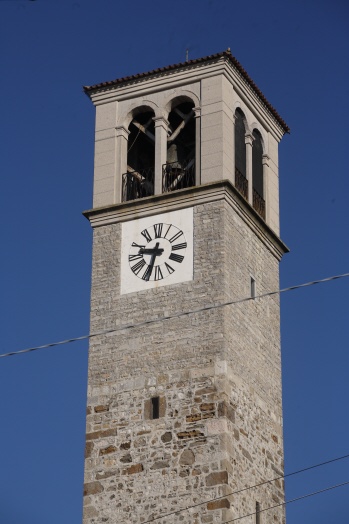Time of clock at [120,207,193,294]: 9:33
